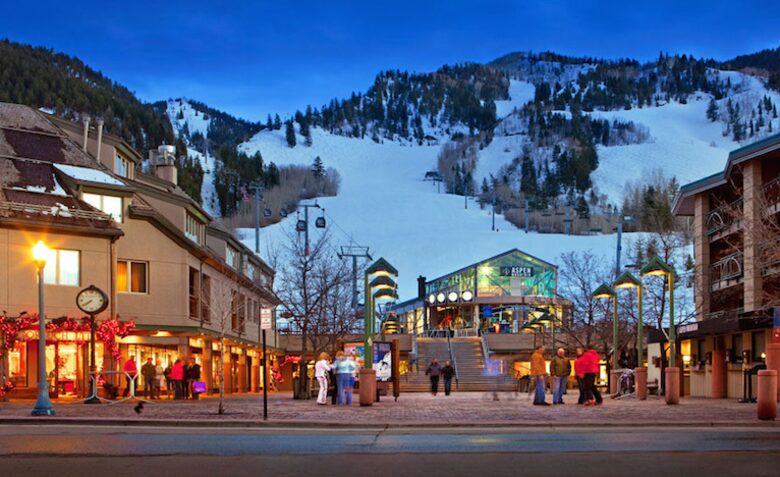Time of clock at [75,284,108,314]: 7:39
